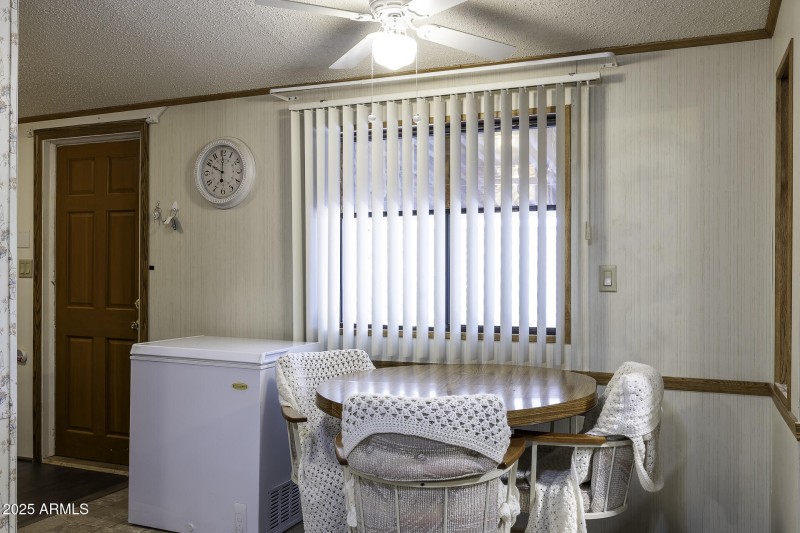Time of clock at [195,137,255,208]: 9:59
